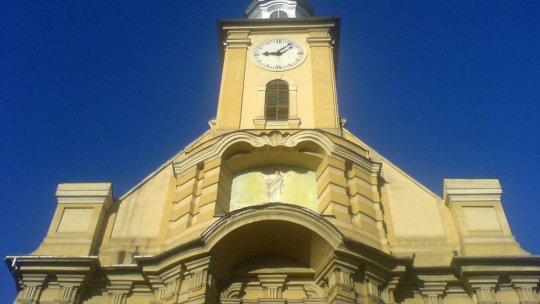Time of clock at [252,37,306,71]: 9:07
